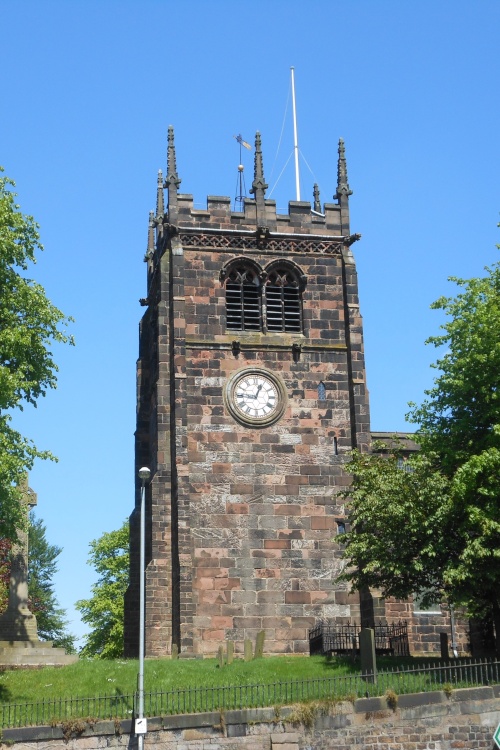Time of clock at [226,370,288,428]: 12:45
